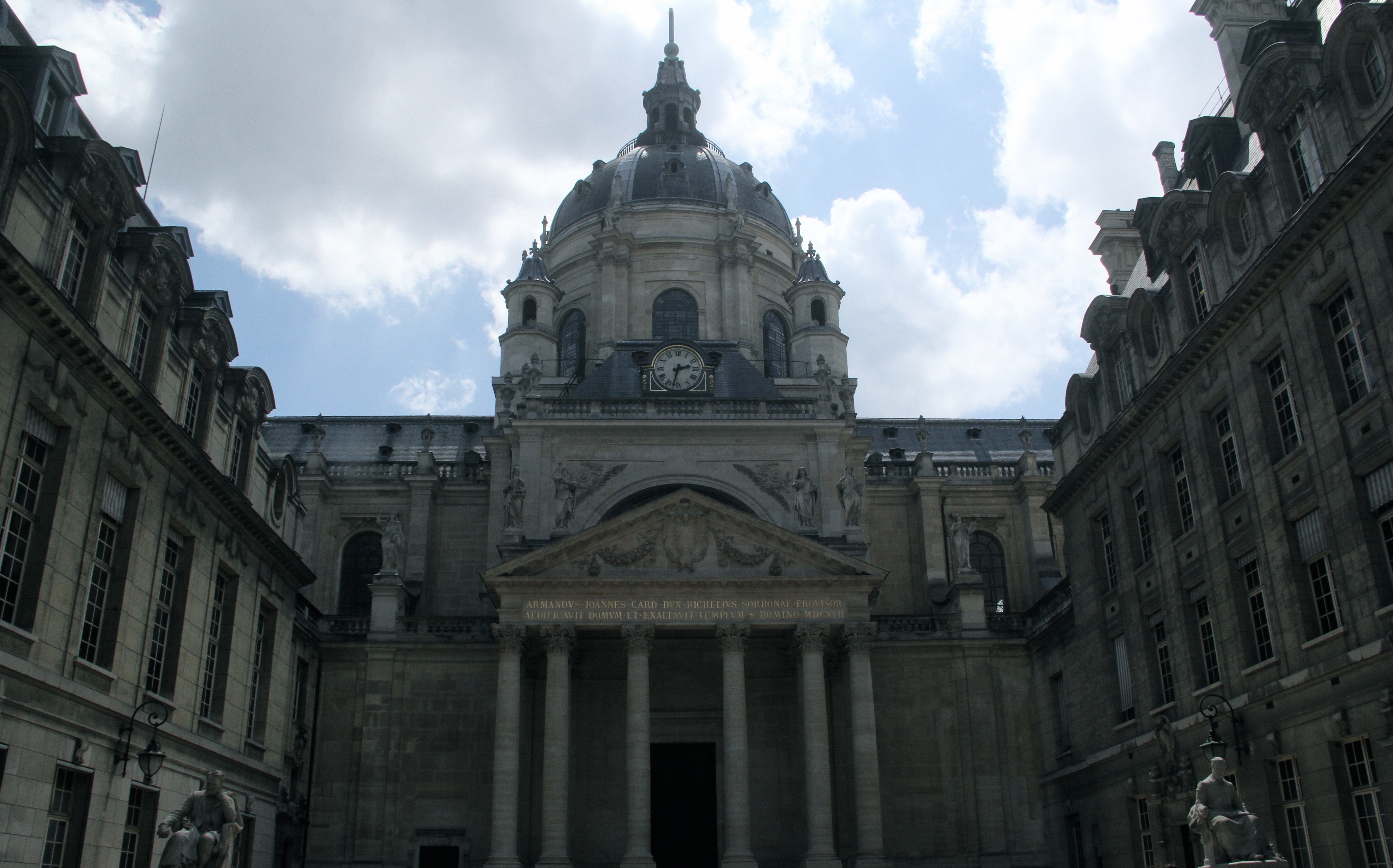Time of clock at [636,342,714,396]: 2:32
